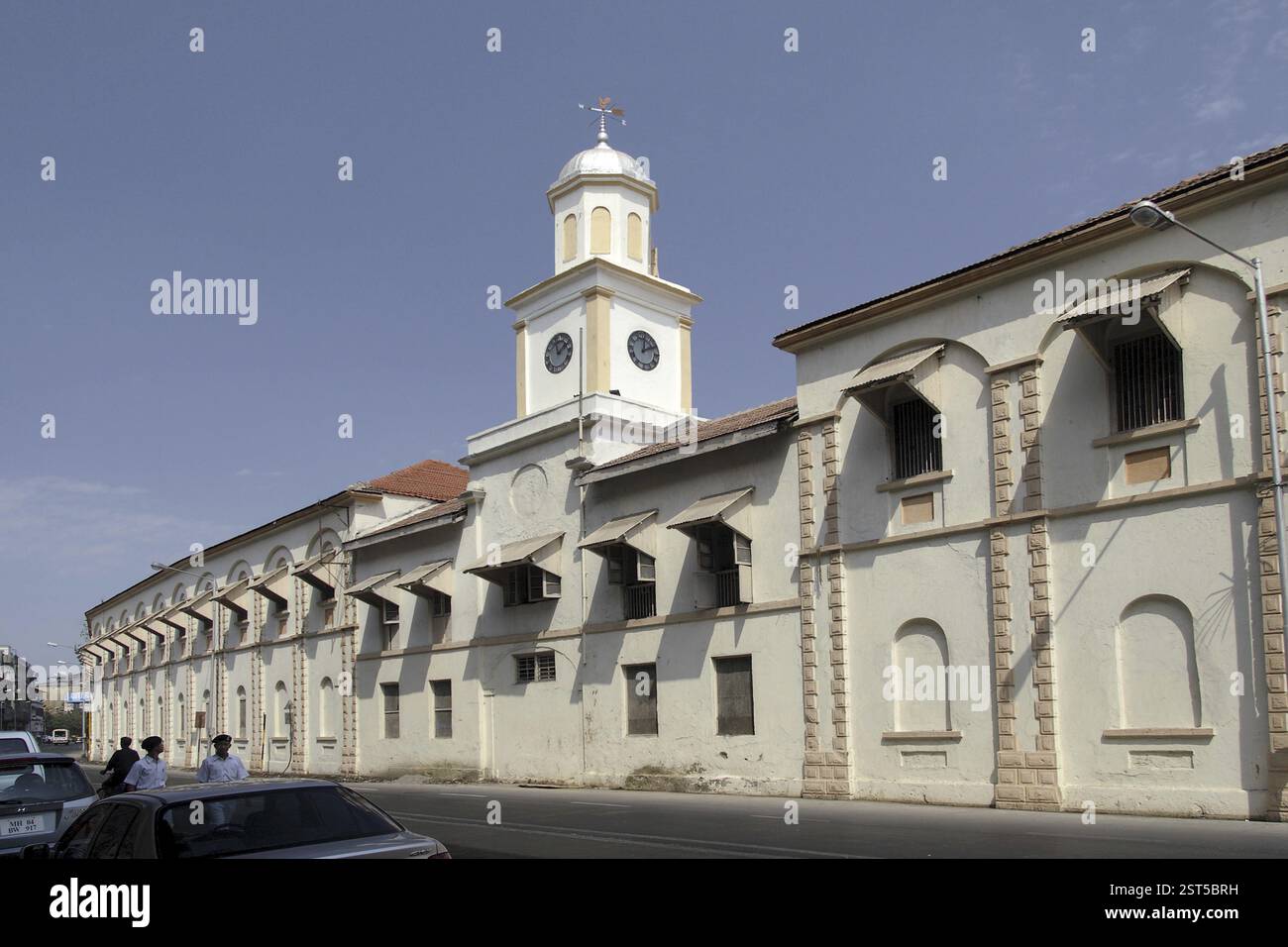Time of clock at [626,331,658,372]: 2:01
